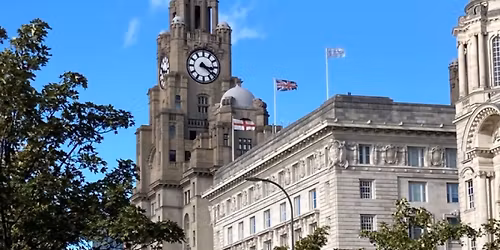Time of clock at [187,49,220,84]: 3:22
